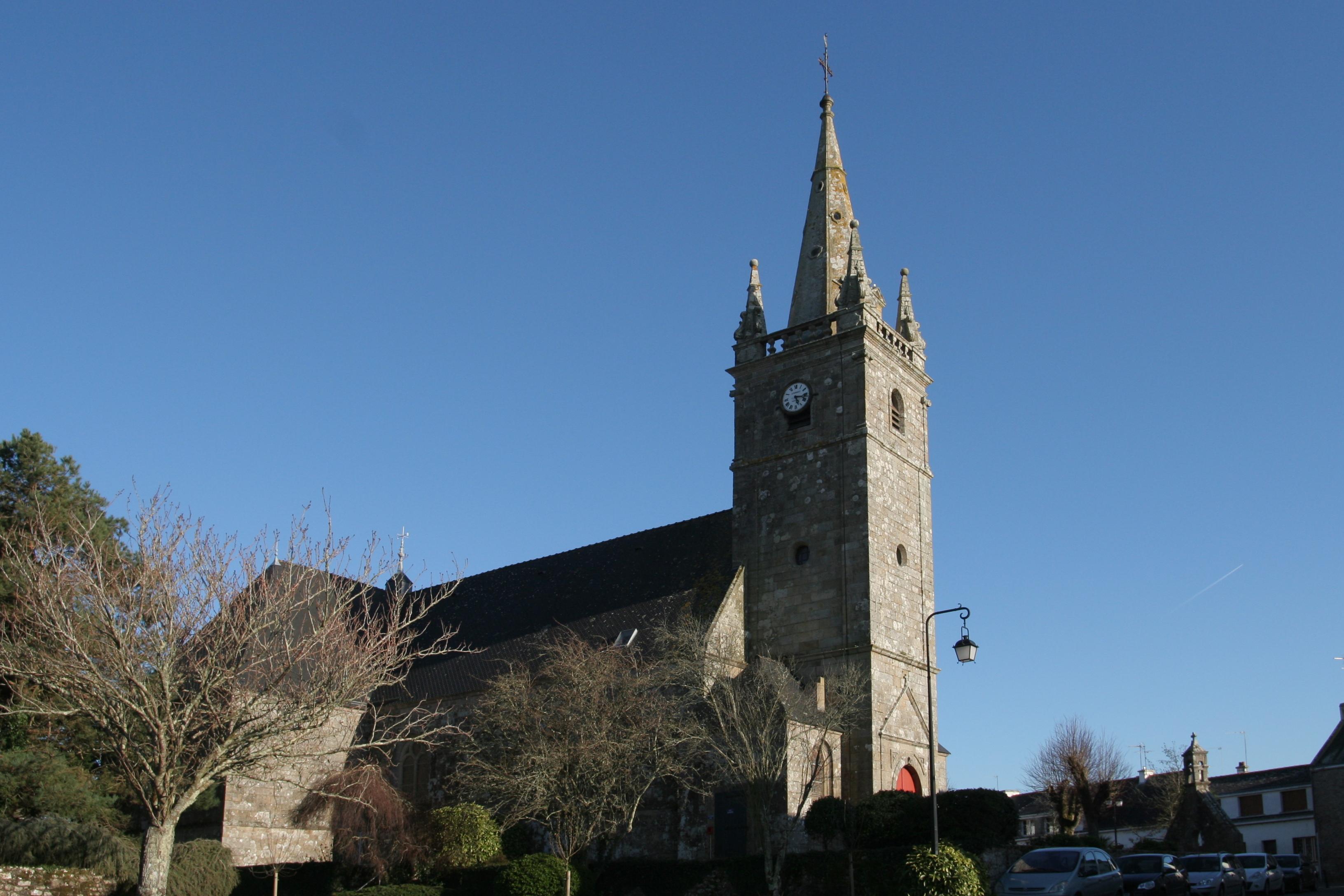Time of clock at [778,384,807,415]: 5:17
